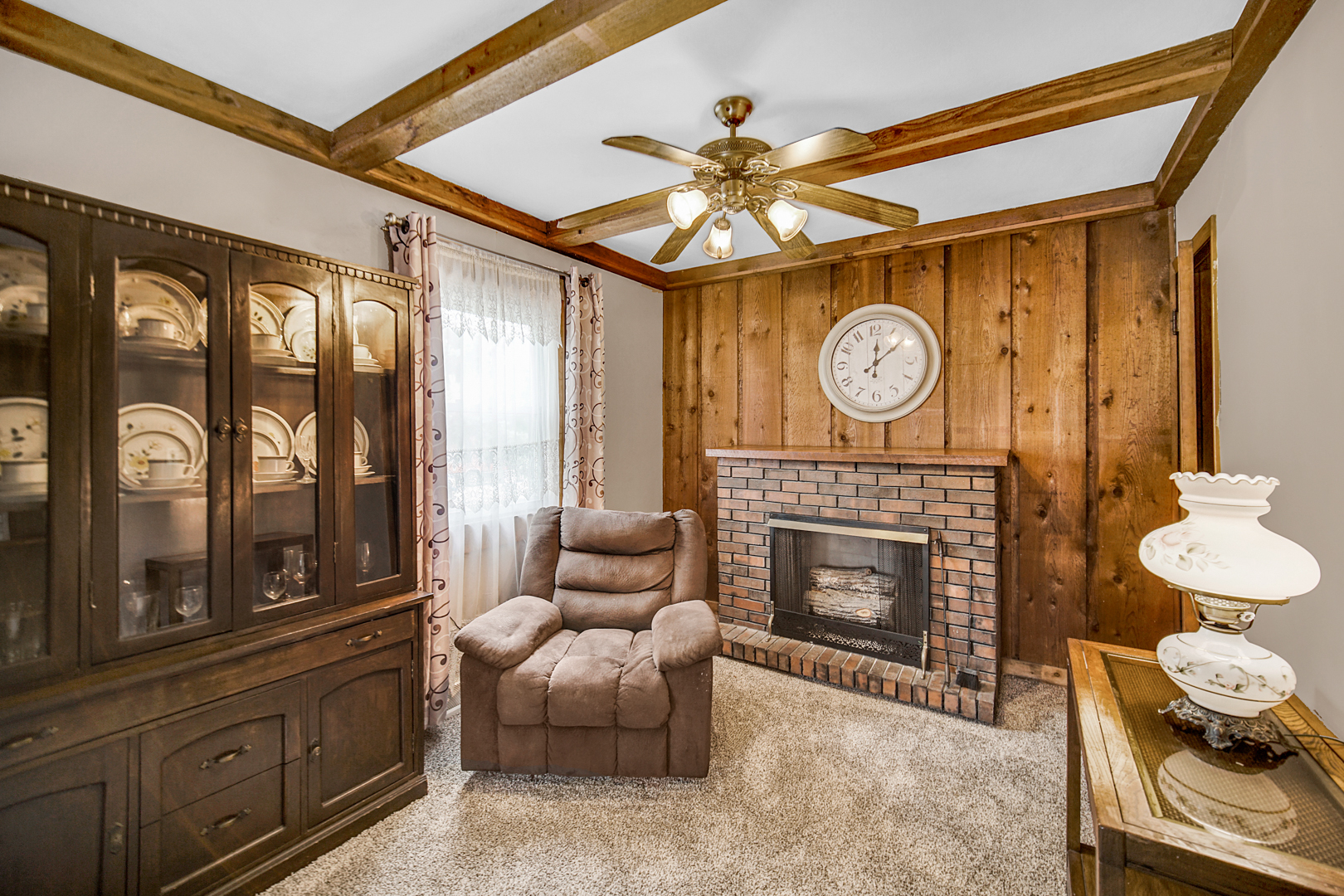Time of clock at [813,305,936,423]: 12:08
